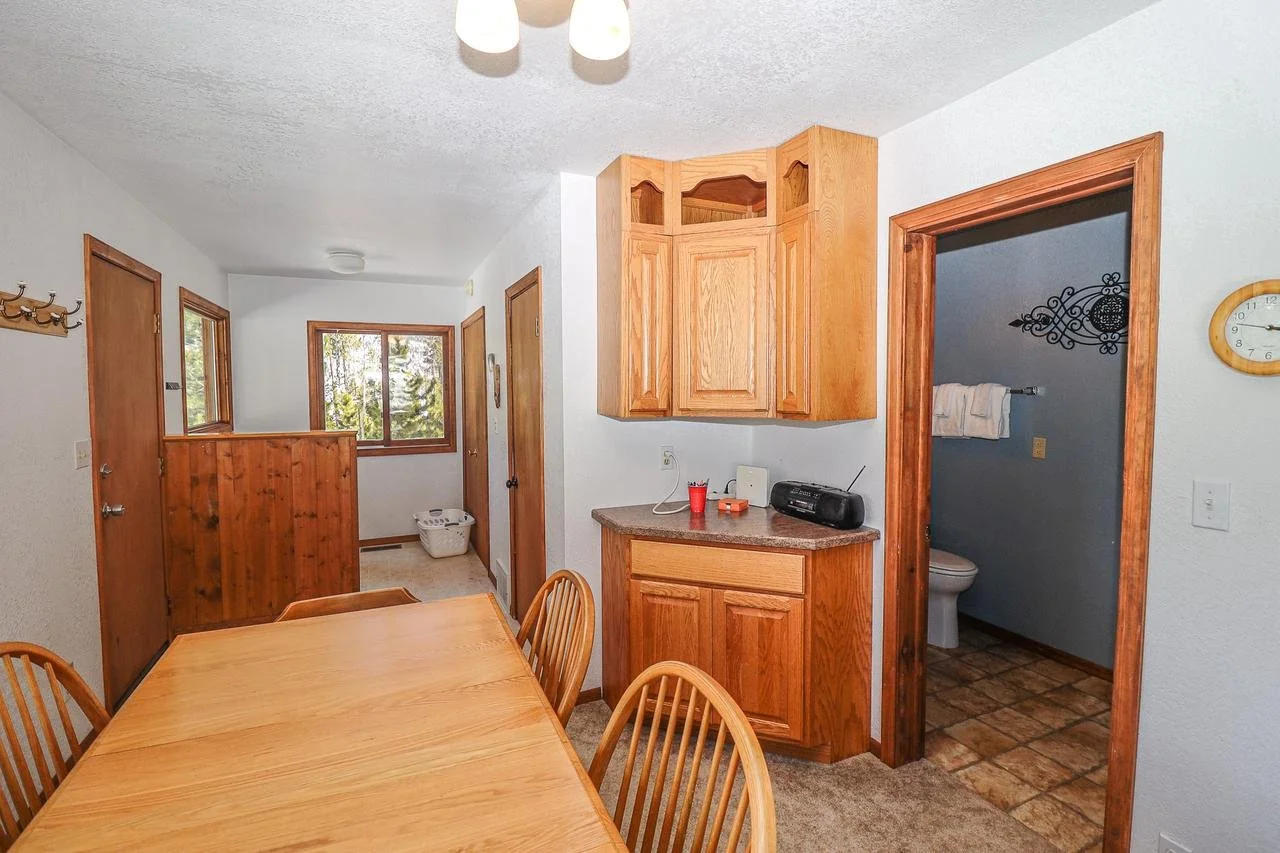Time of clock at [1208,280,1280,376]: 3:47
